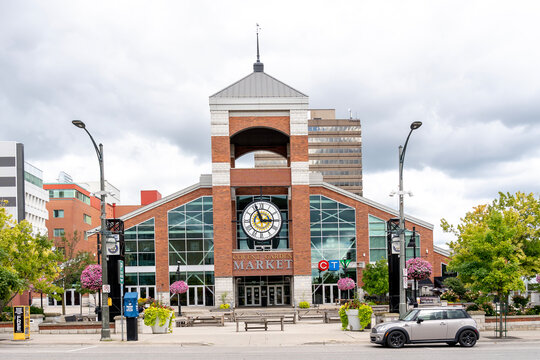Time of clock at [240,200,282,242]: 2:56
